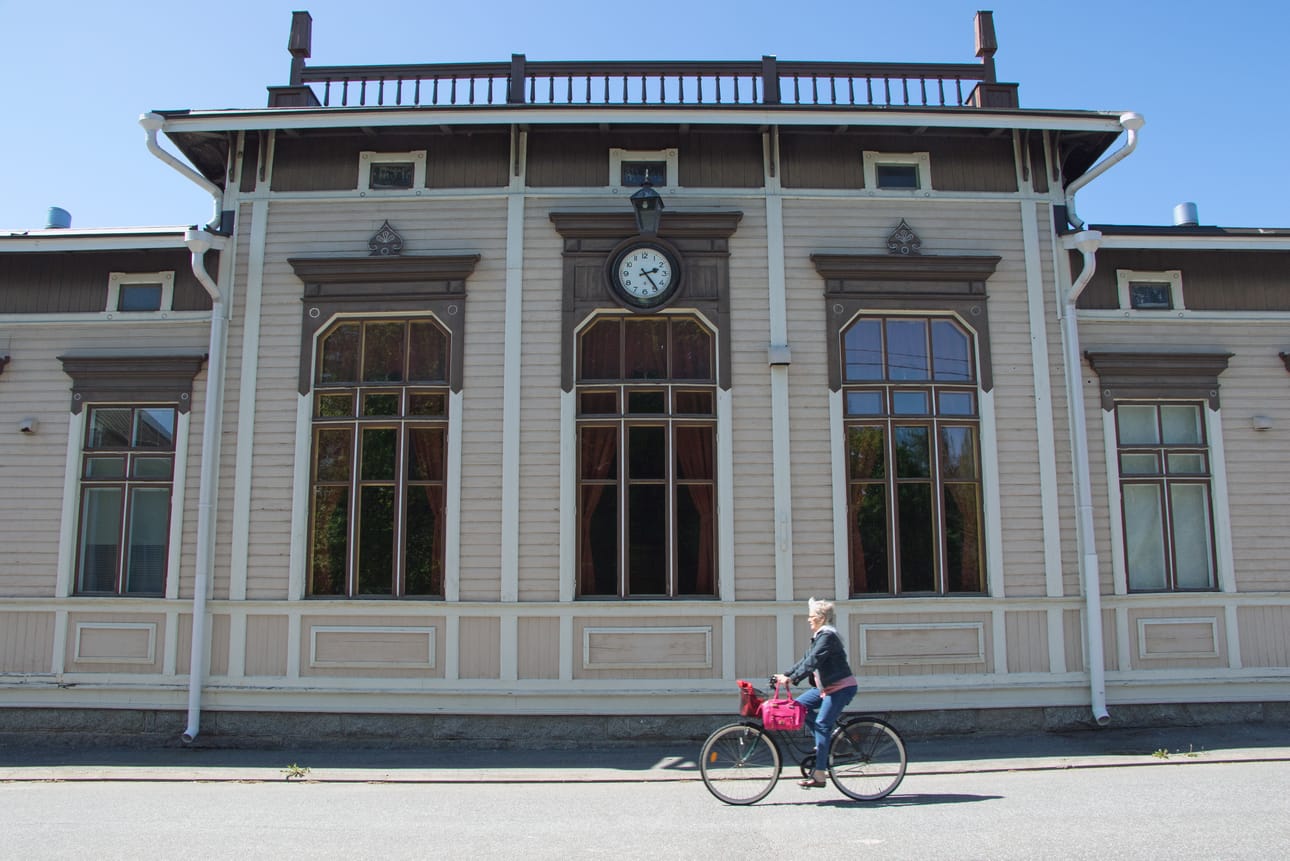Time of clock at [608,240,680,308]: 2:23
